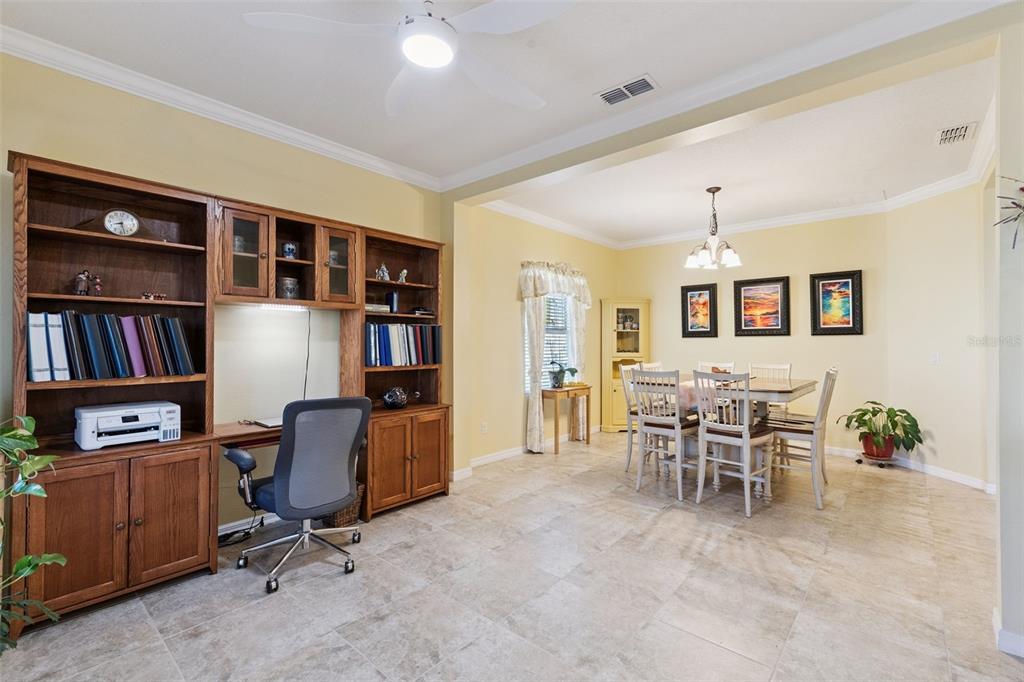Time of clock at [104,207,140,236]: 8:27
